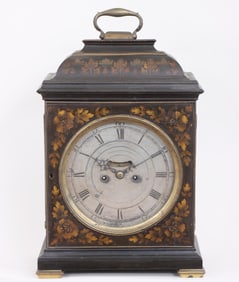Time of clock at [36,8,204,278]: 8:49
